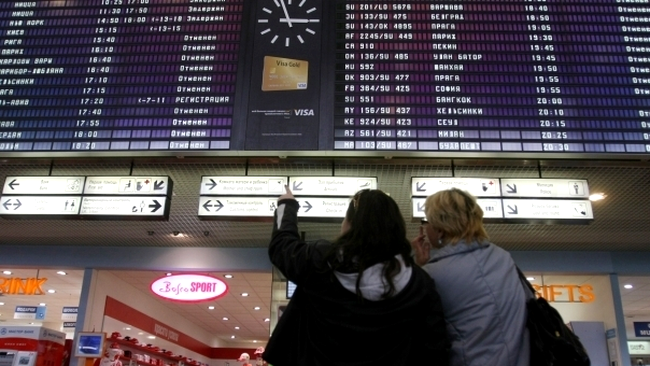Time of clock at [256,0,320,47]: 2:56
